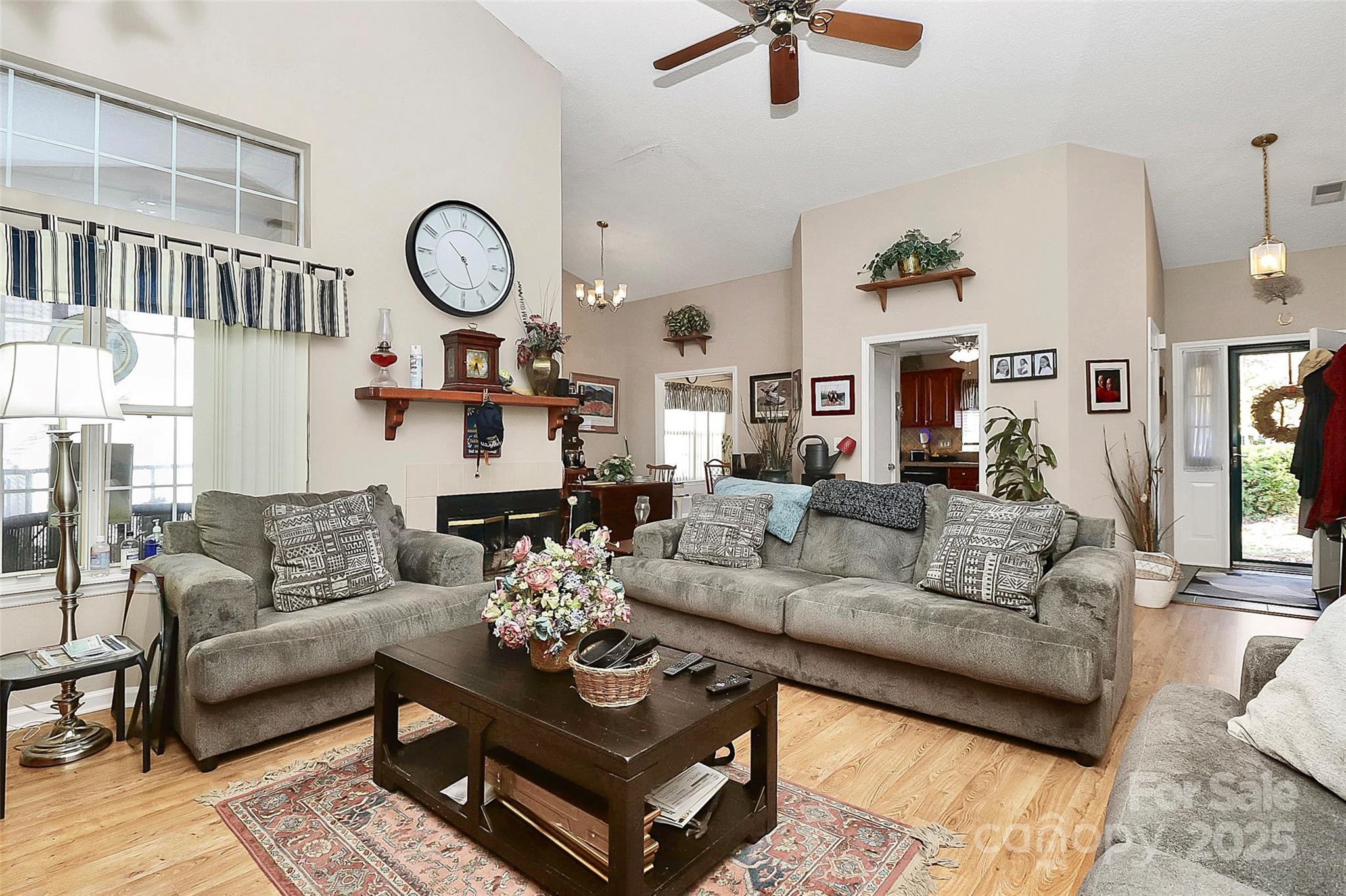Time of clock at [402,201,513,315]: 10:26
